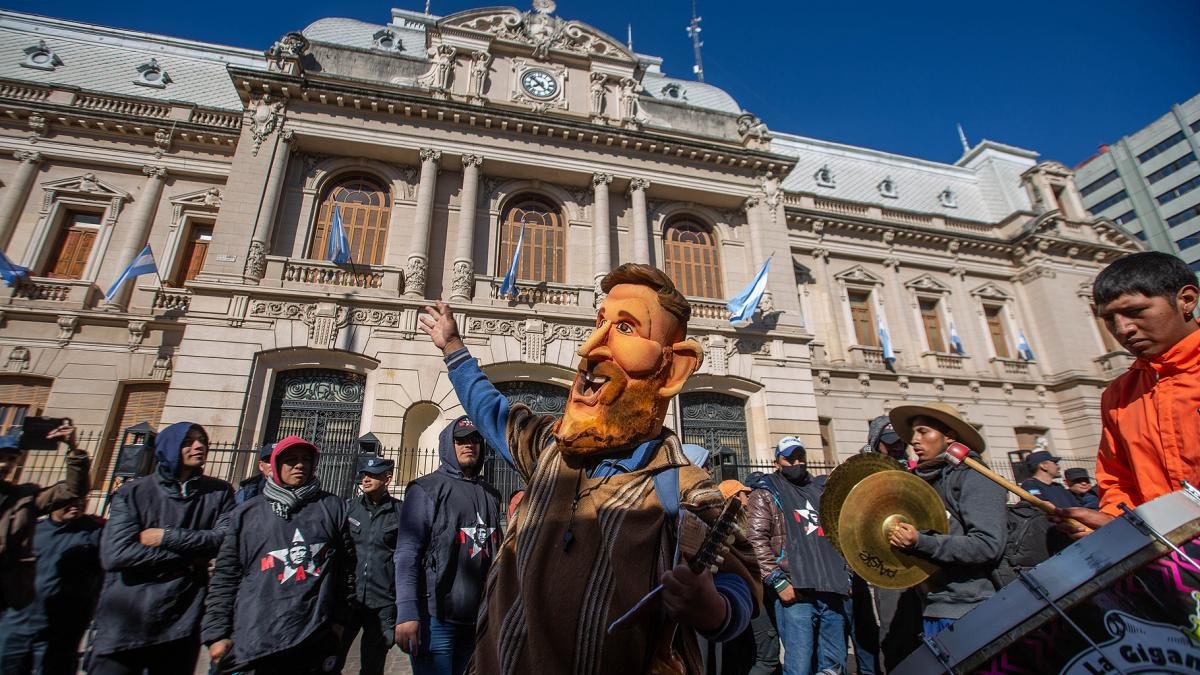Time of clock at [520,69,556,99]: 7:51
